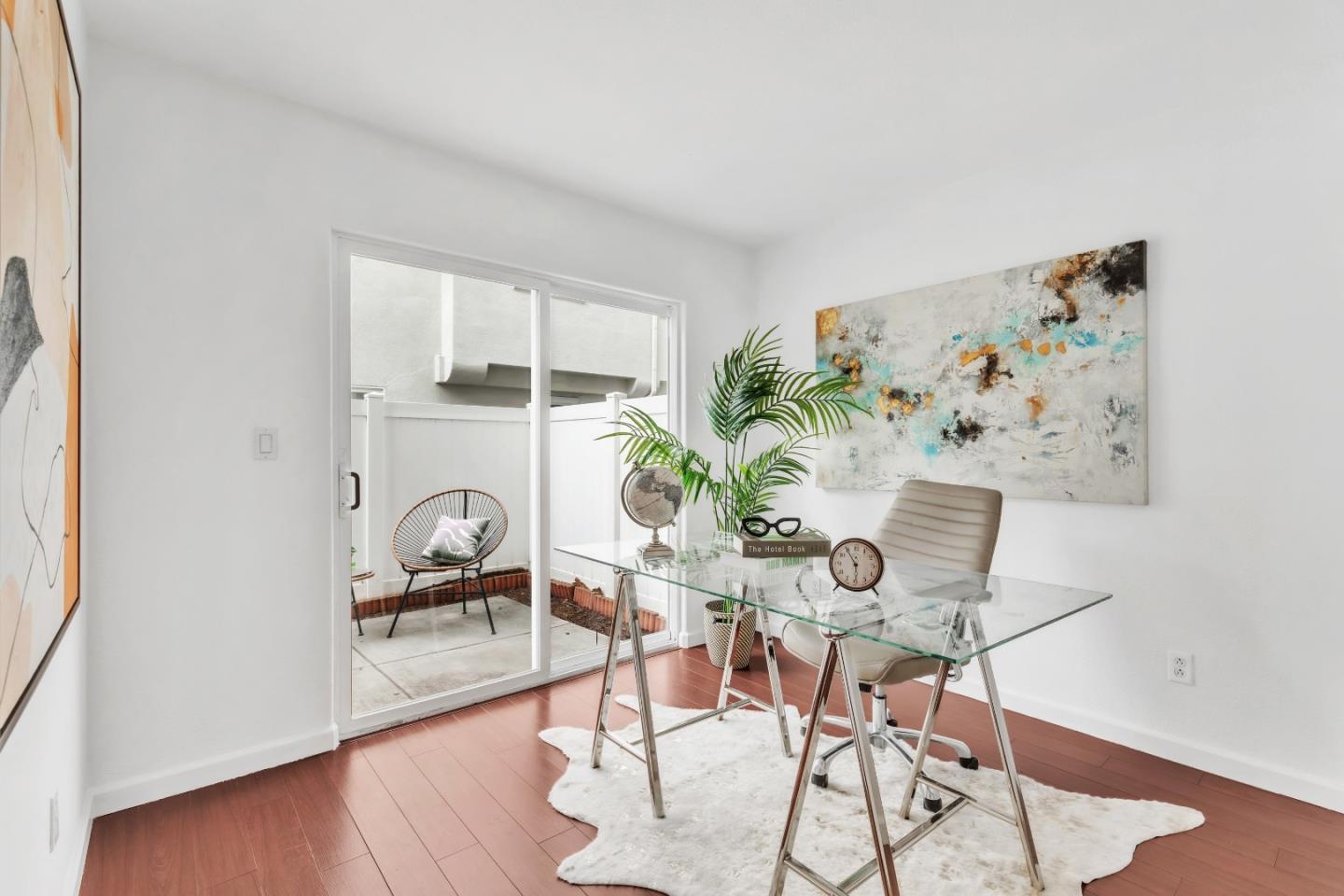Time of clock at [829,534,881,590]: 5:54
